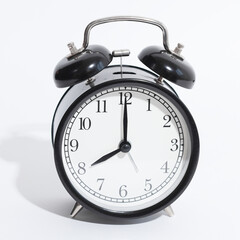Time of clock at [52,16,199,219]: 8:00
